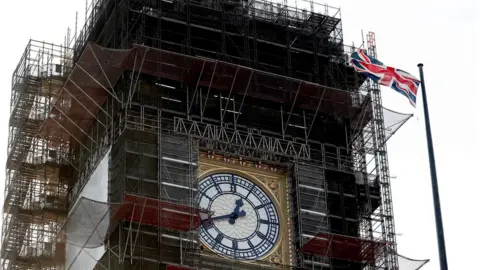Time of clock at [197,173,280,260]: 12:42
